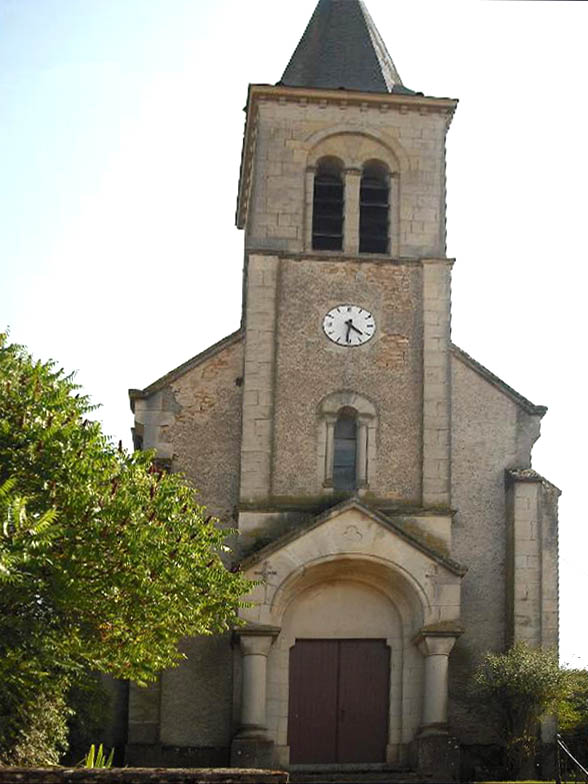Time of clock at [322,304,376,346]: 4:31
